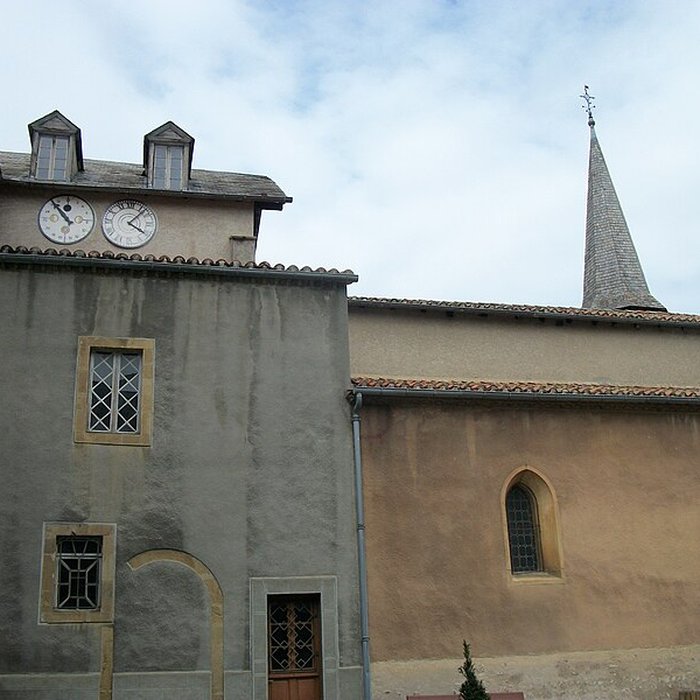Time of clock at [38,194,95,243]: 10:54
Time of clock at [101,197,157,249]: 4:07
